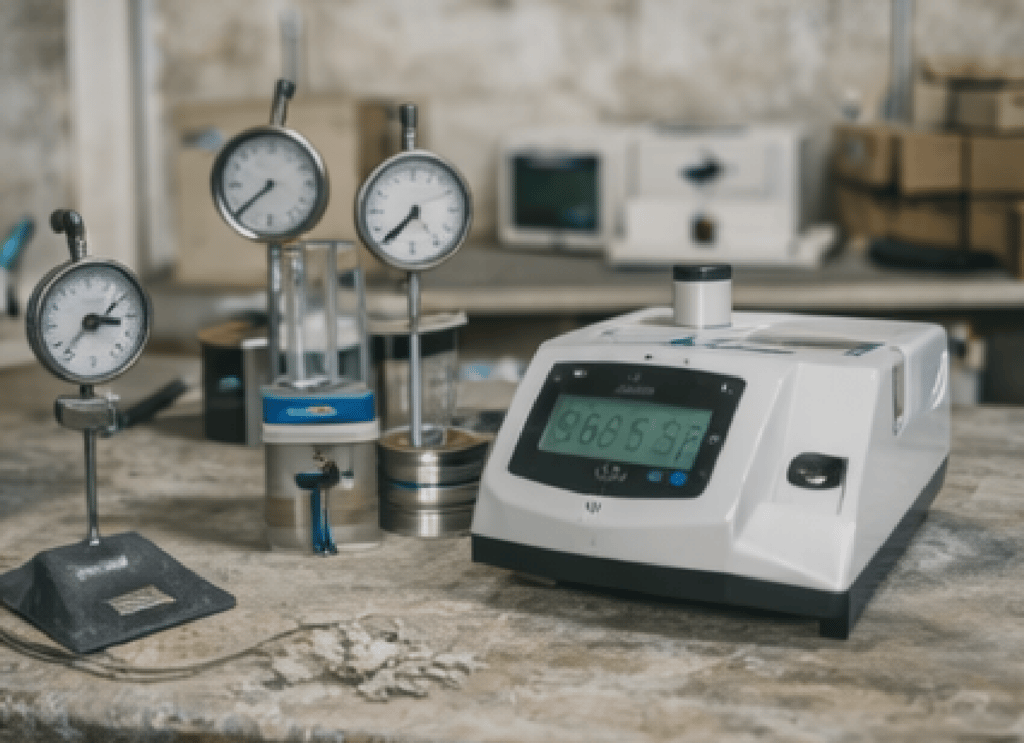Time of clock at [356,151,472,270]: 7:37
